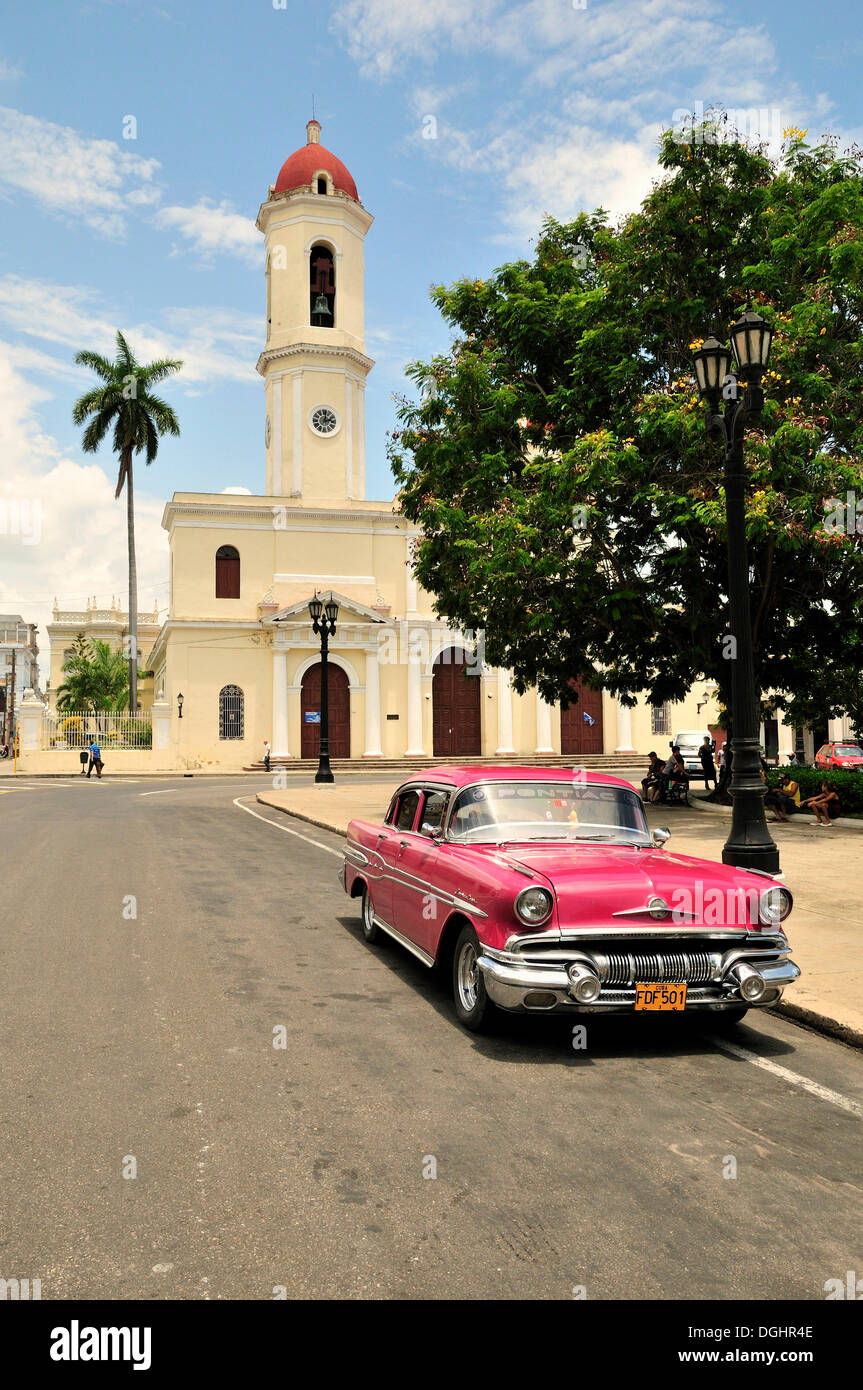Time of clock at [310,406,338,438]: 2:01
